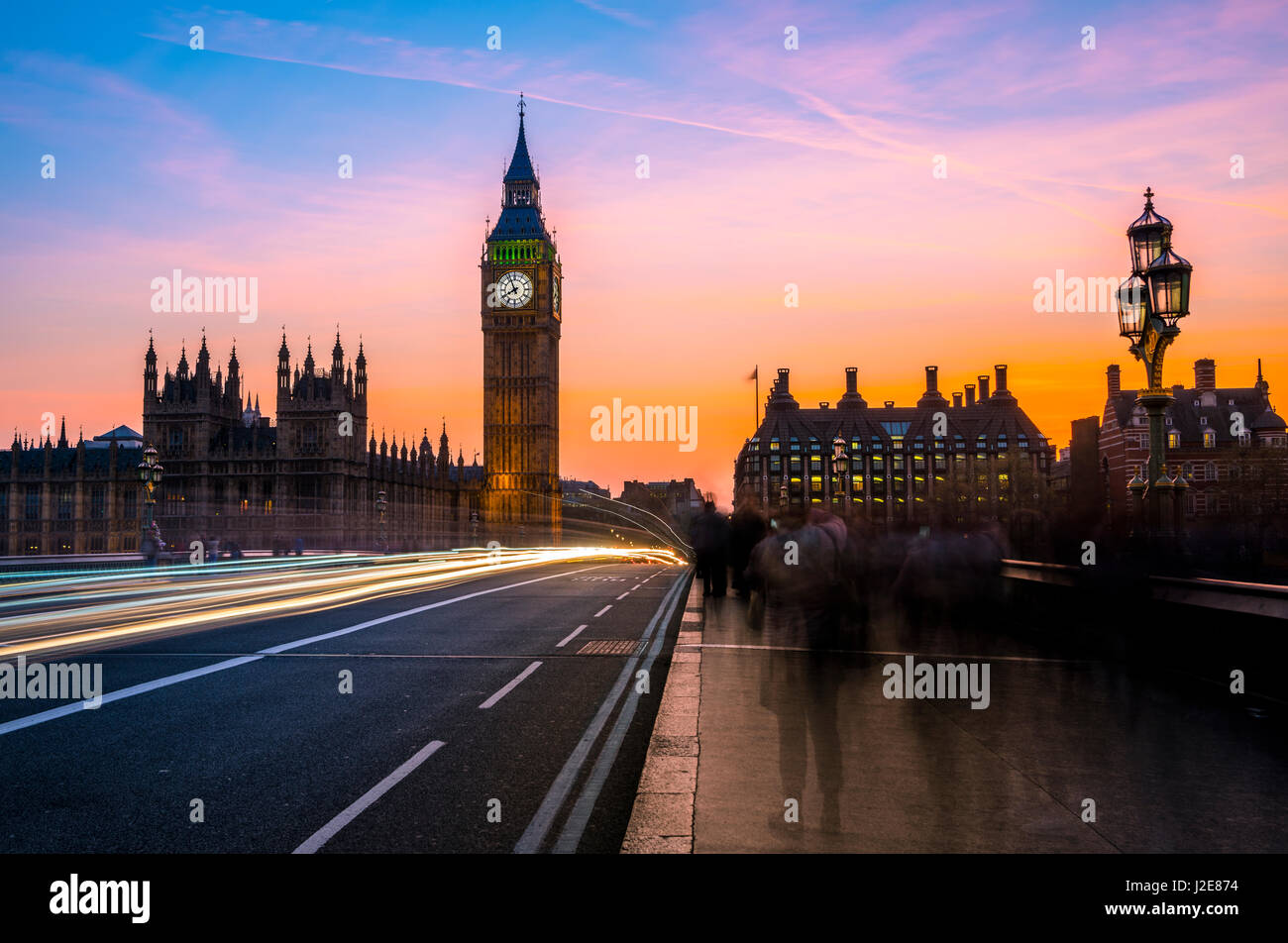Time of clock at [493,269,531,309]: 7:55
